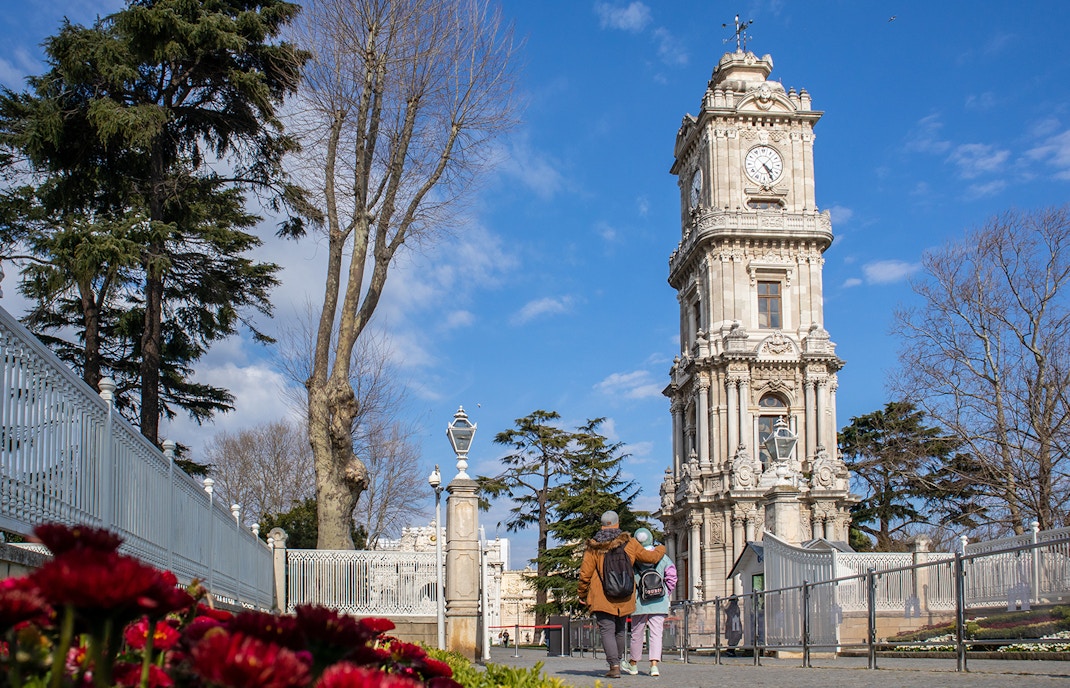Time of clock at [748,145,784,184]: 4:25
